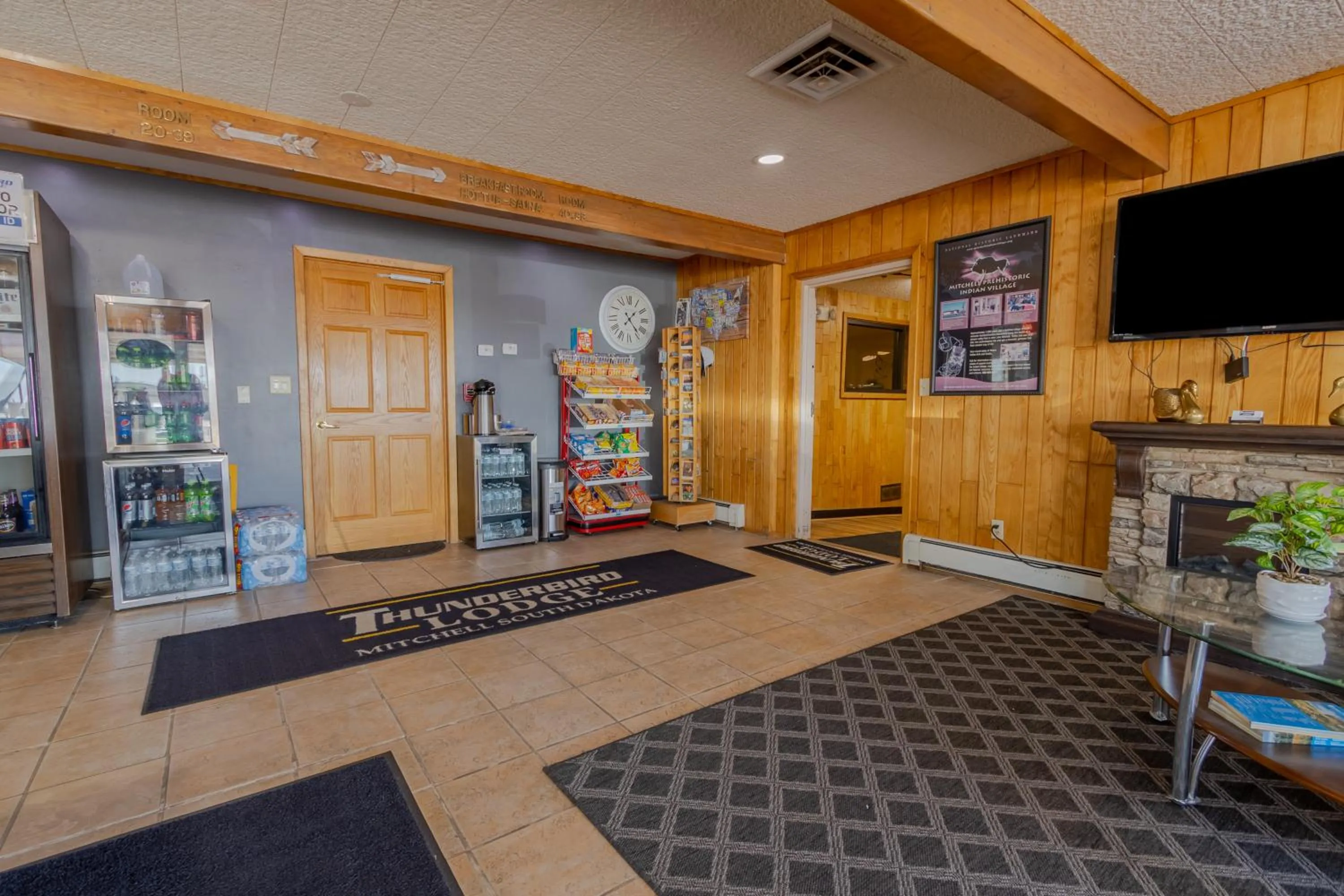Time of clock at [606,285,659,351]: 1:23
